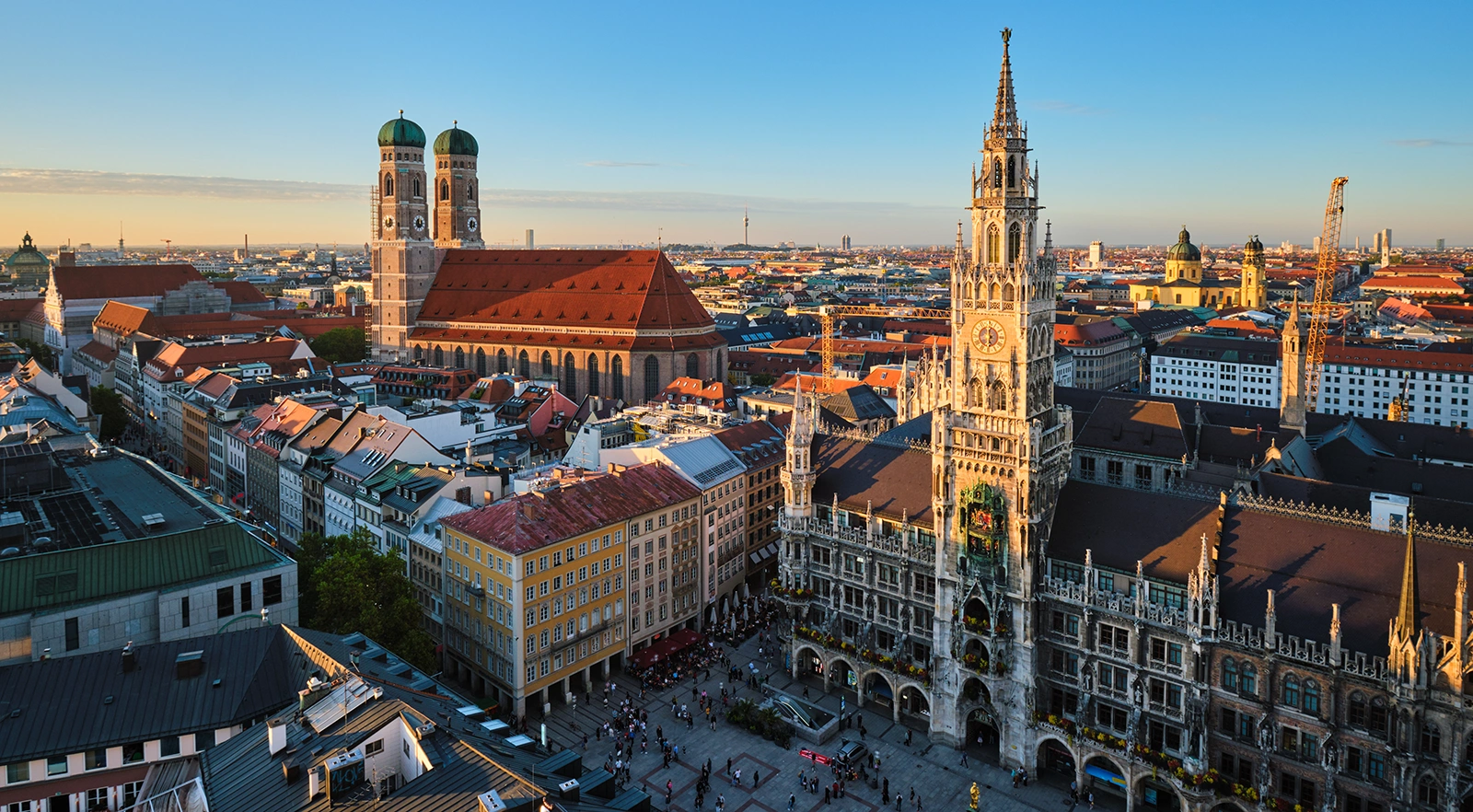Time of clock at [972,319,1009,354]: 5:59
